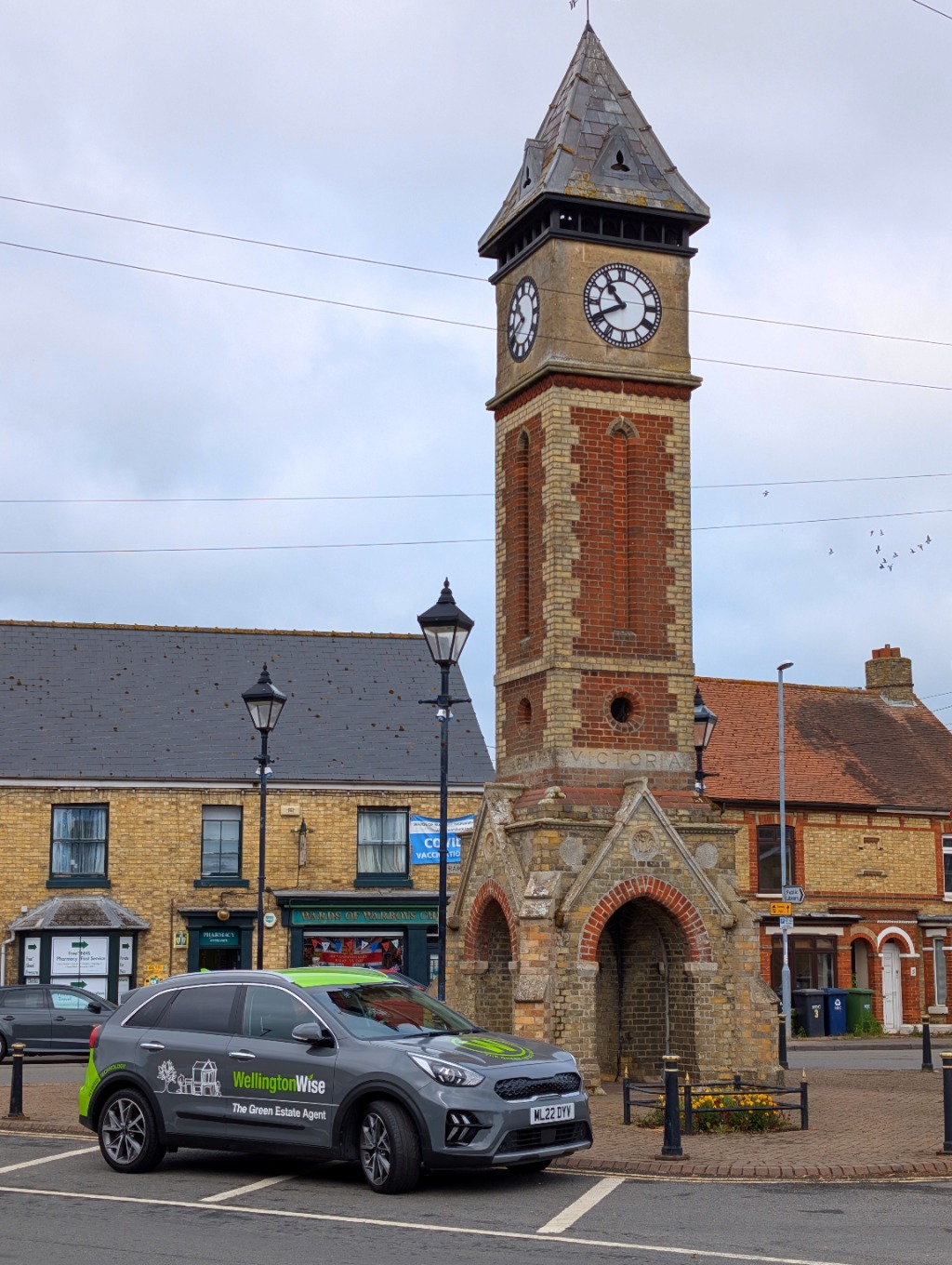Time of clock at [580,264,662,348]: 10:40
